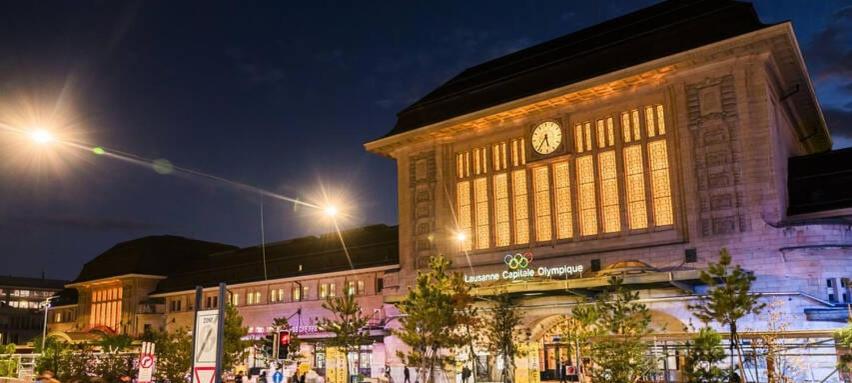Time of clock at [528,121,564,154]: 5:36
